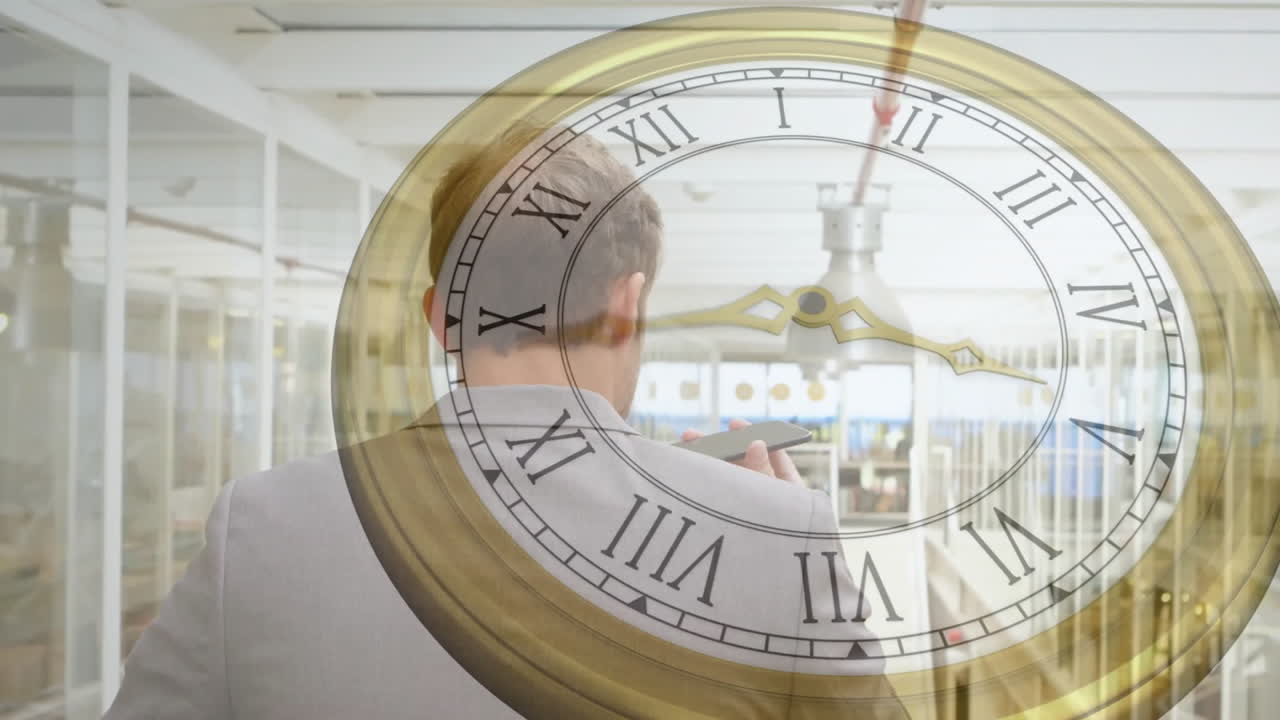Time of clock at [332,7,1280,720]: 3:44
